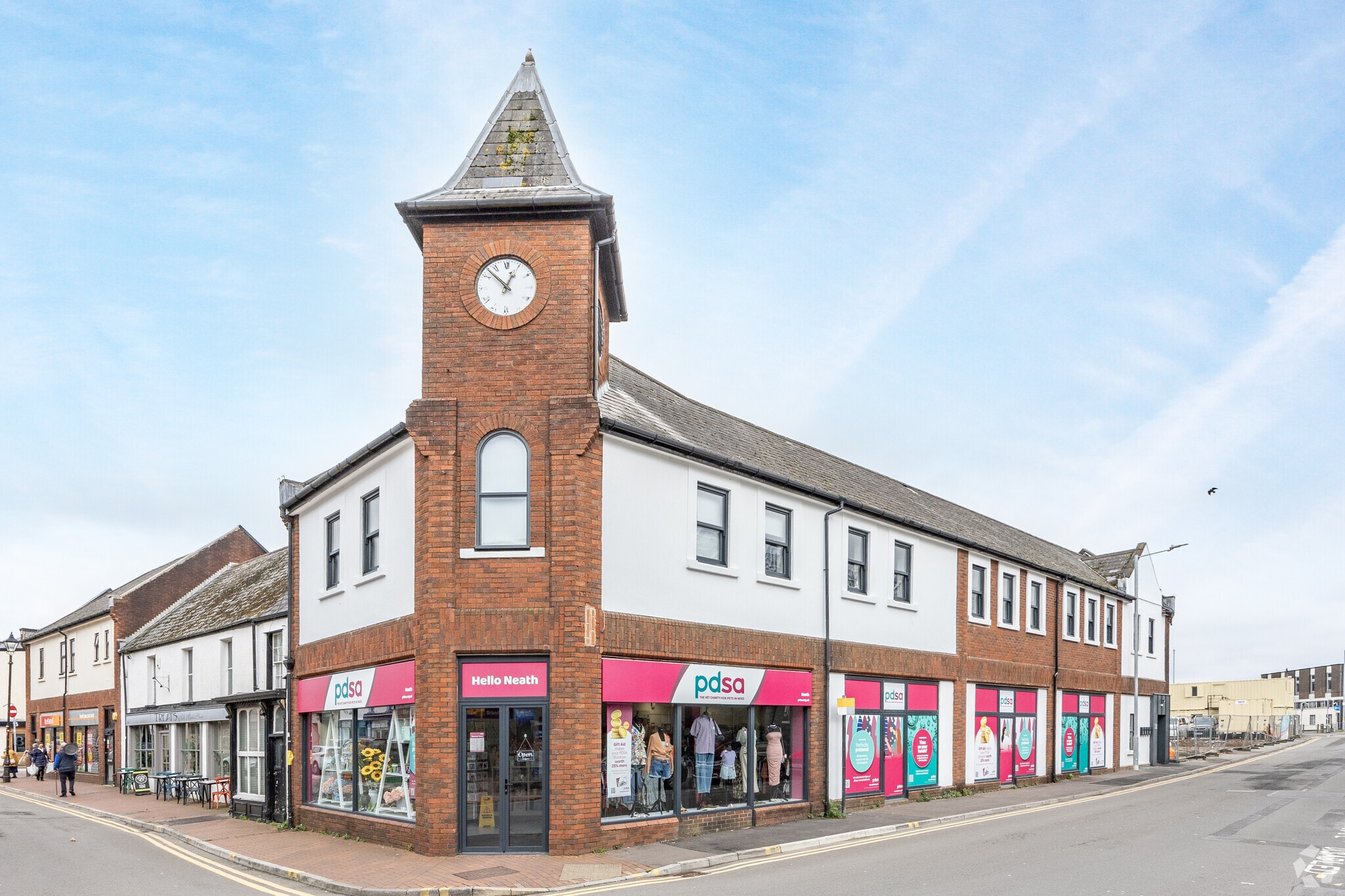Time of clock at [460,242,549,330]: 12:52
